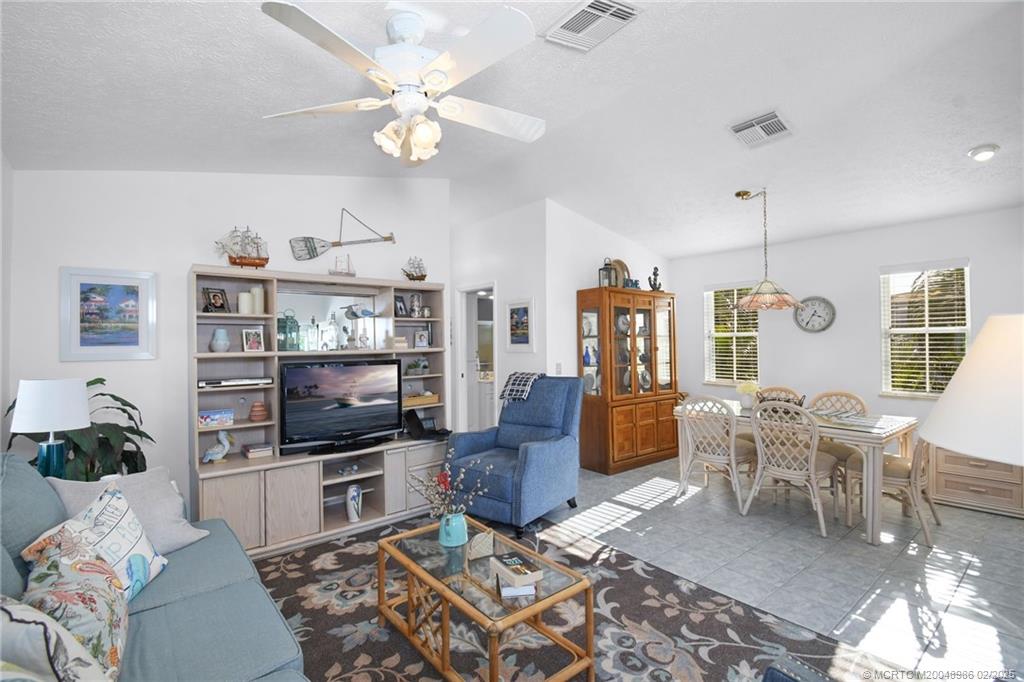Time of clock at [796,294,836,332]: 3:35
